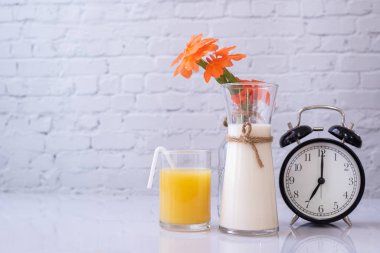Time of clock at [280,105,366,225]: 7:00
